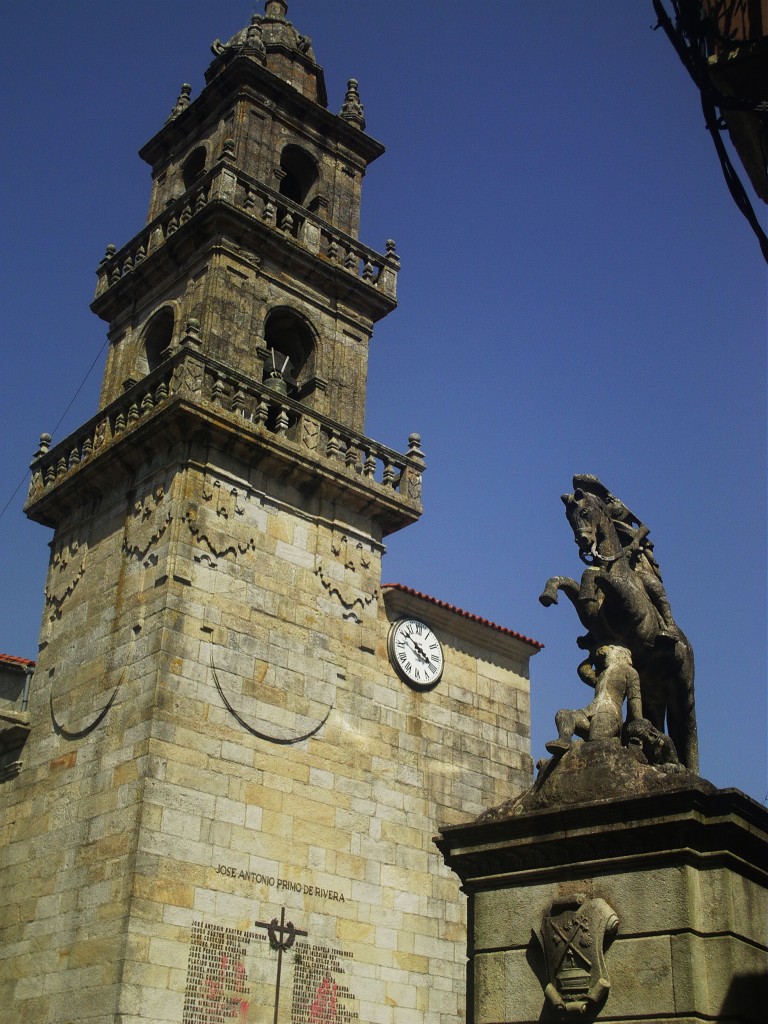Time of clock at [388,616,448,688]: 3:51
